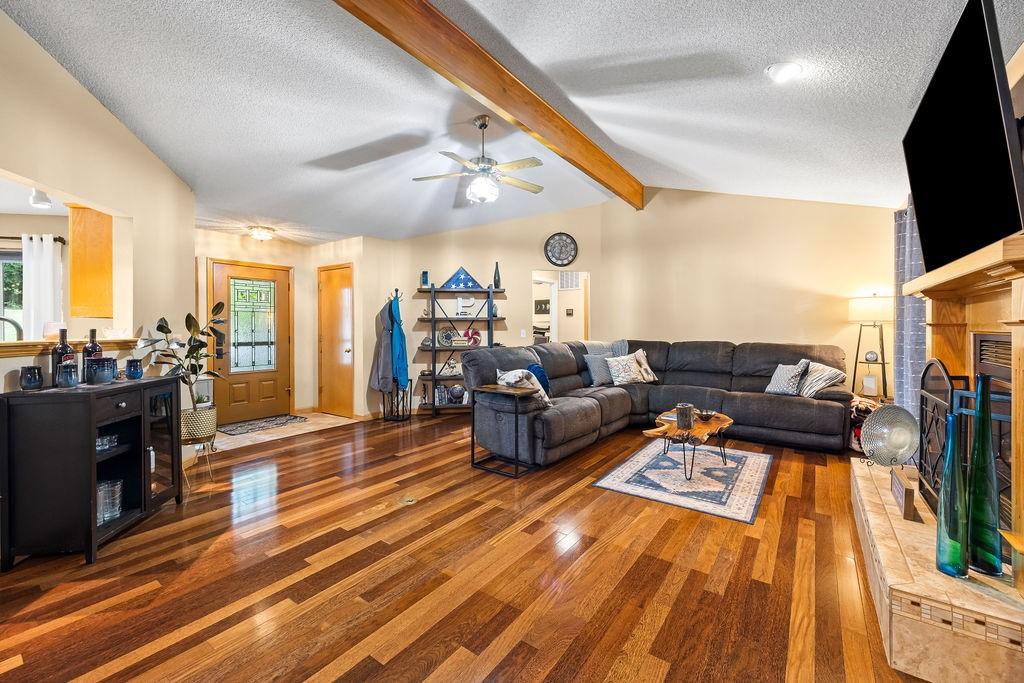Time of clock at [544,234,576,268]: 6:32
